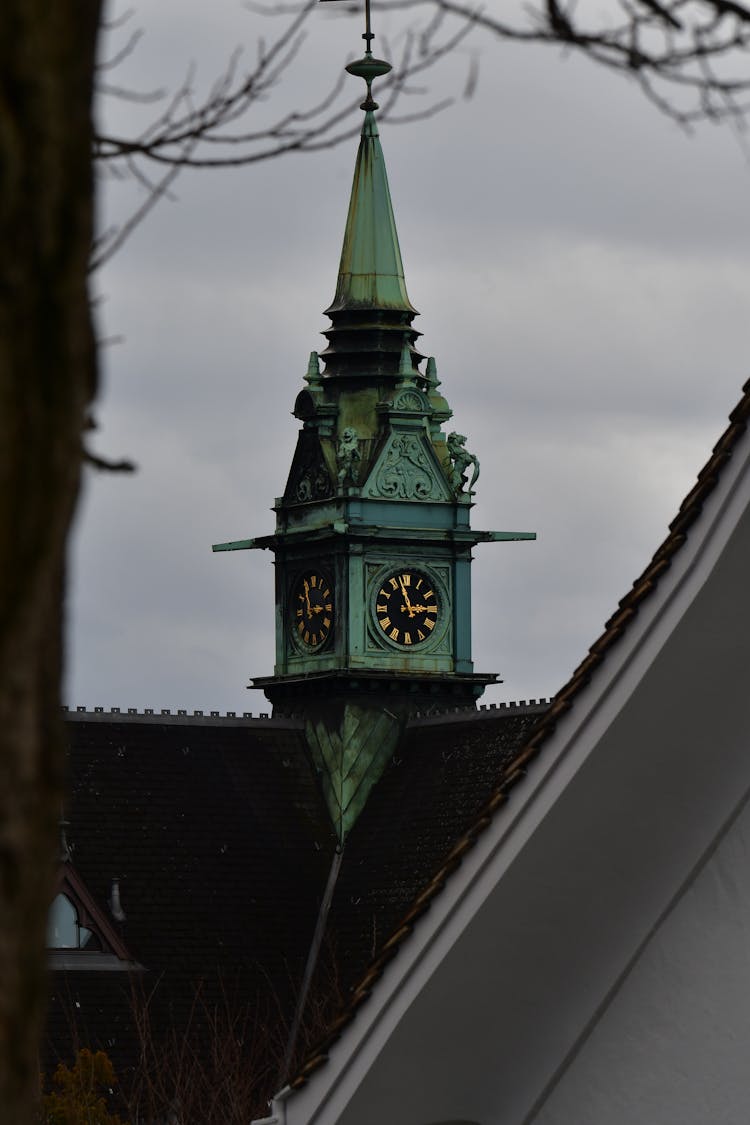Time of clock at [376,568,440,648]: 2:57
